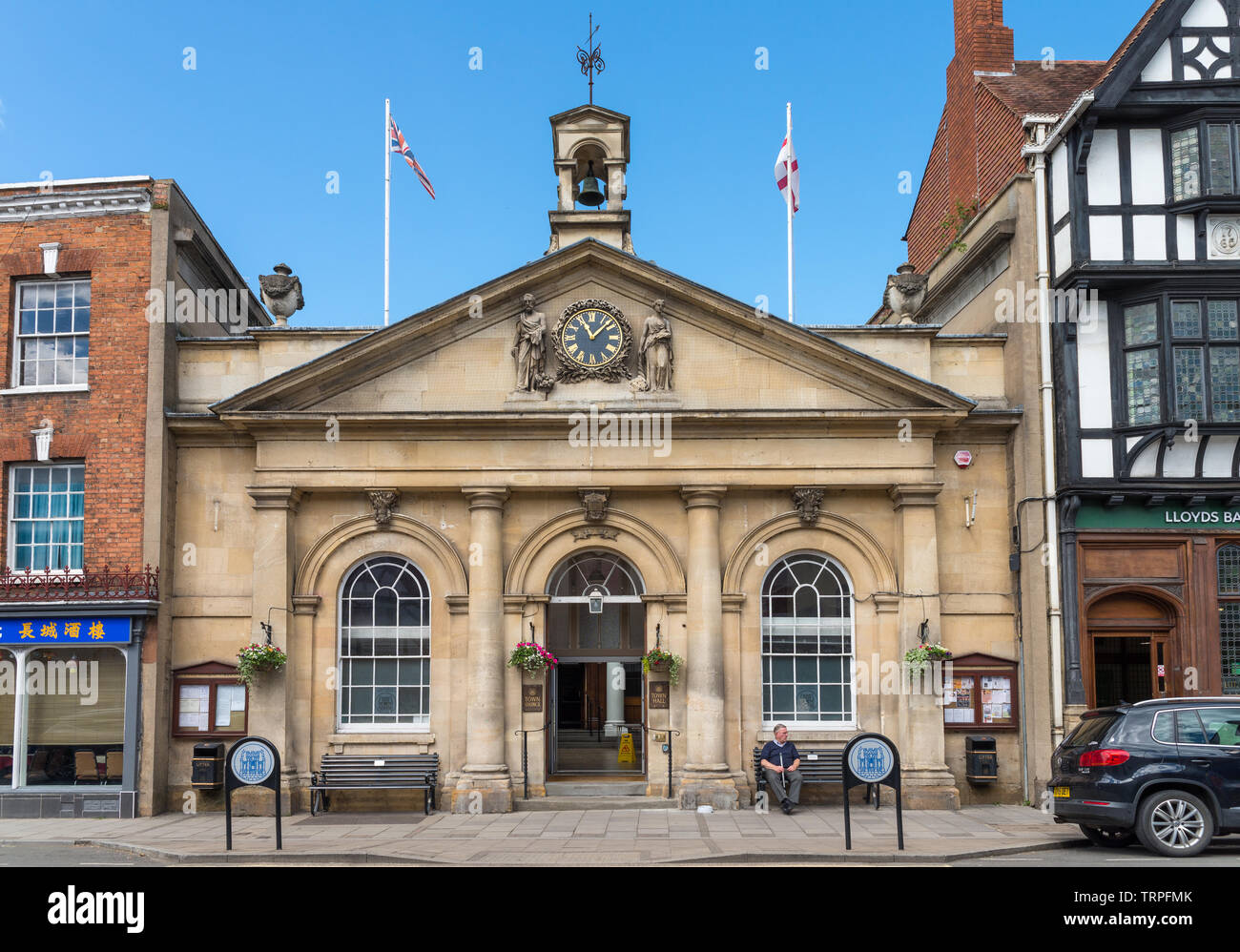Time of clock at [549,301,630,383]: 11:07
